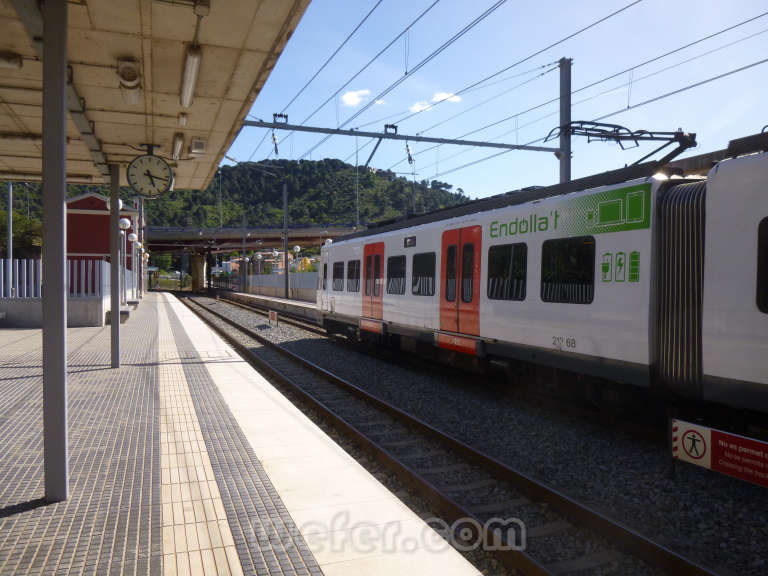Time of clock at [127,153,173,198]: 5:17
